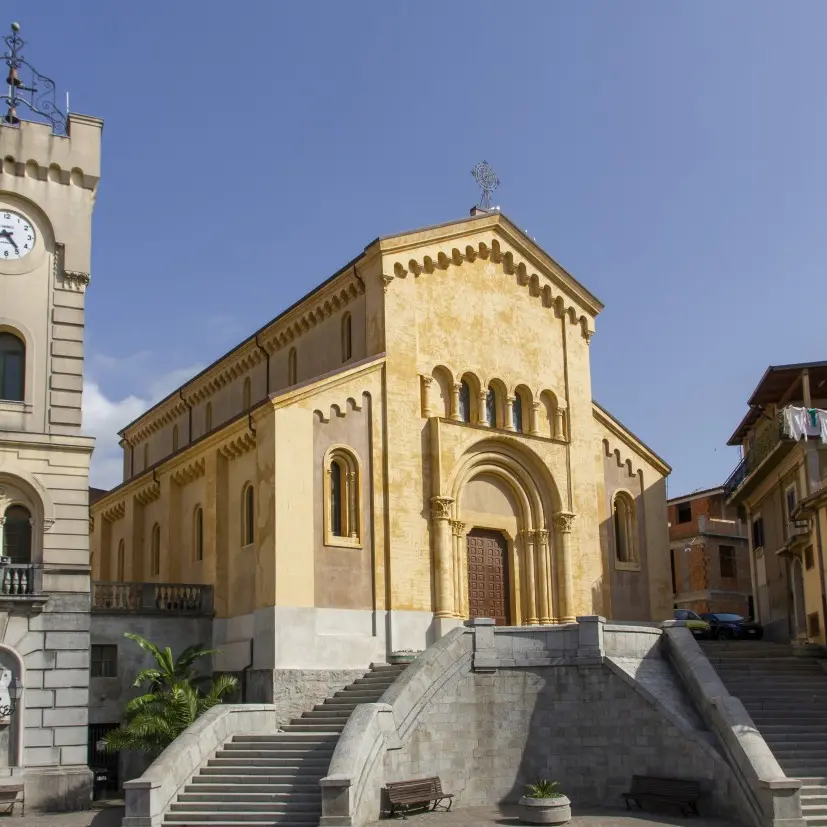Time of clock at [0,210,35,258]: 8:23
